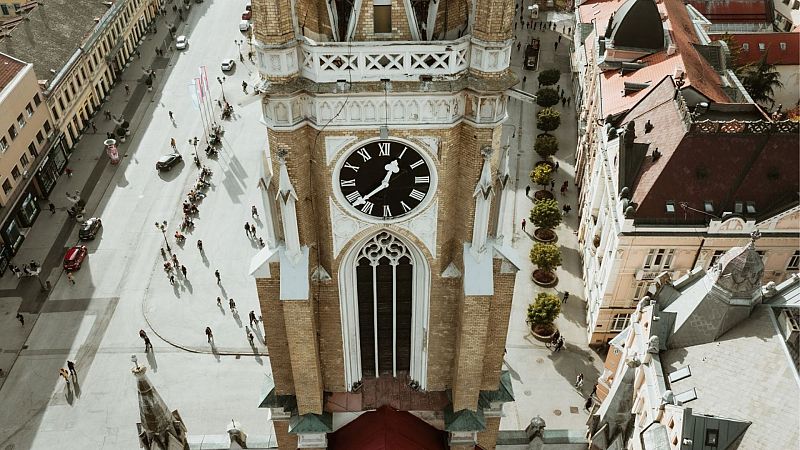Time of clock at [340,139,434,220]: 12:38
